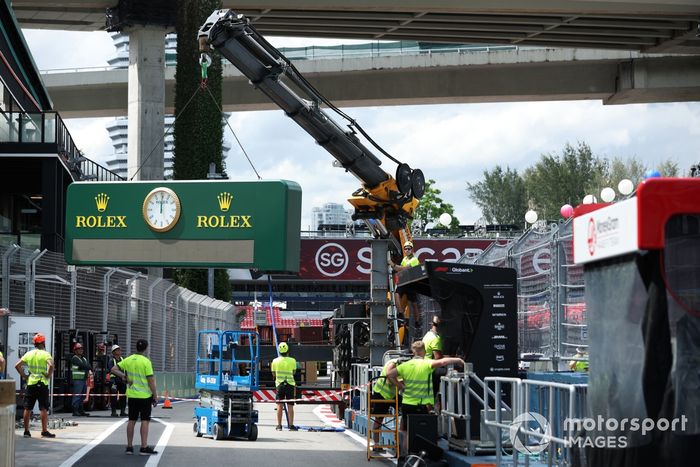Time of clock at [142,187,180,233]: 12:00
